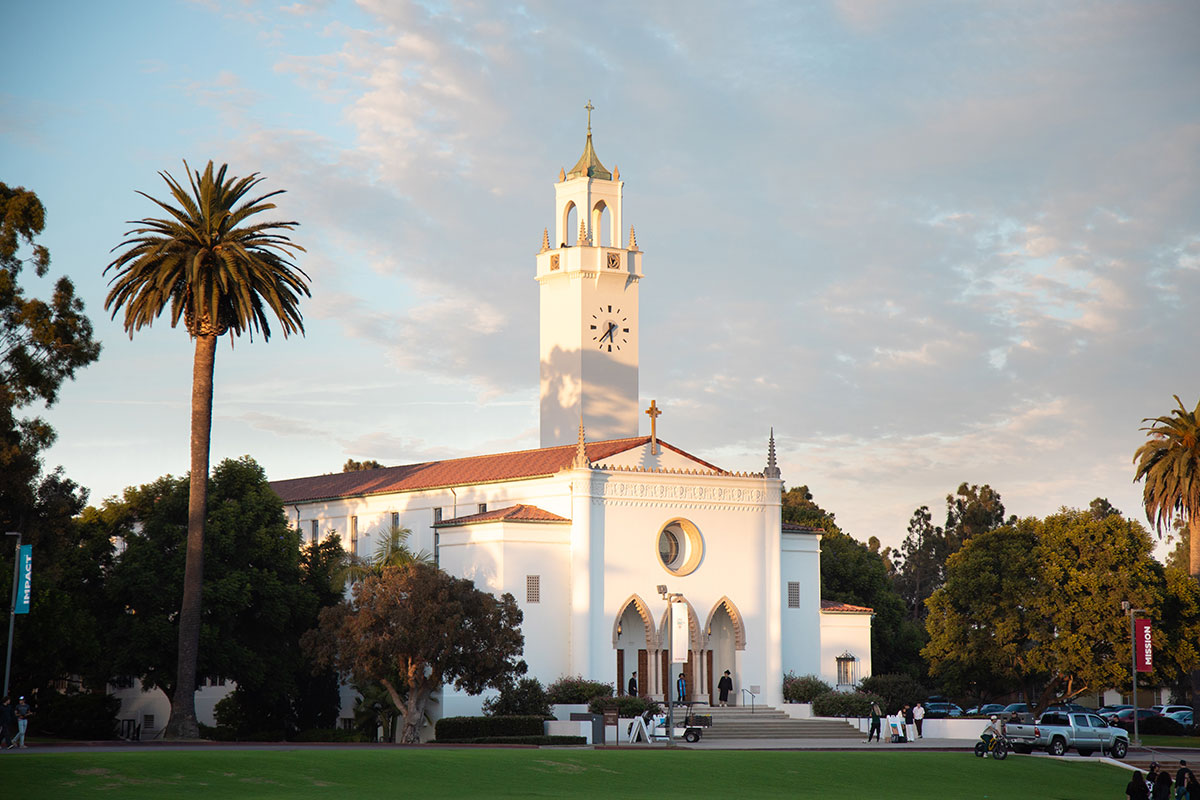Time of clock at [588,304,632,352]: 5:37
